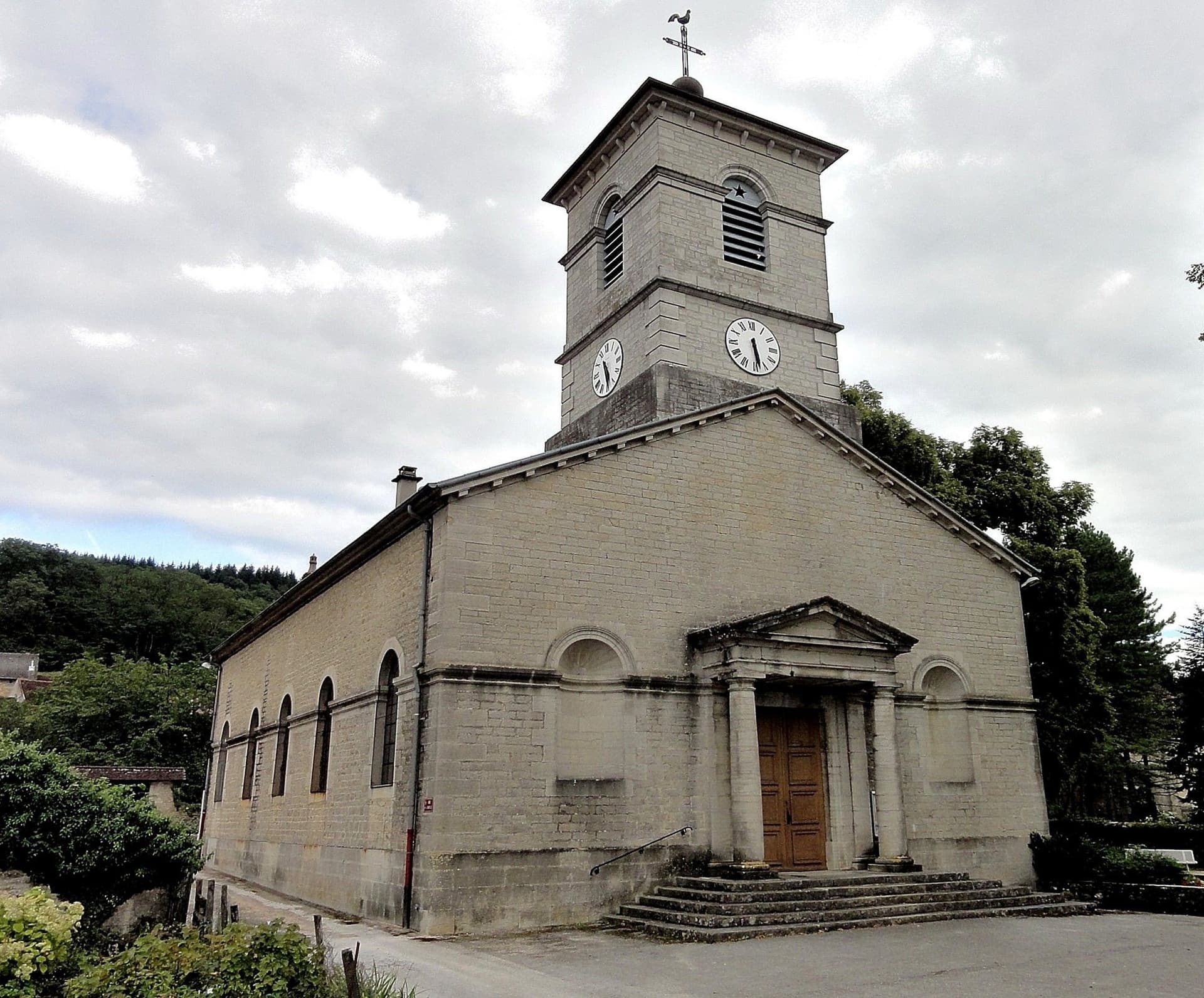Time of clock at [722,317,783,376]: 5:28
